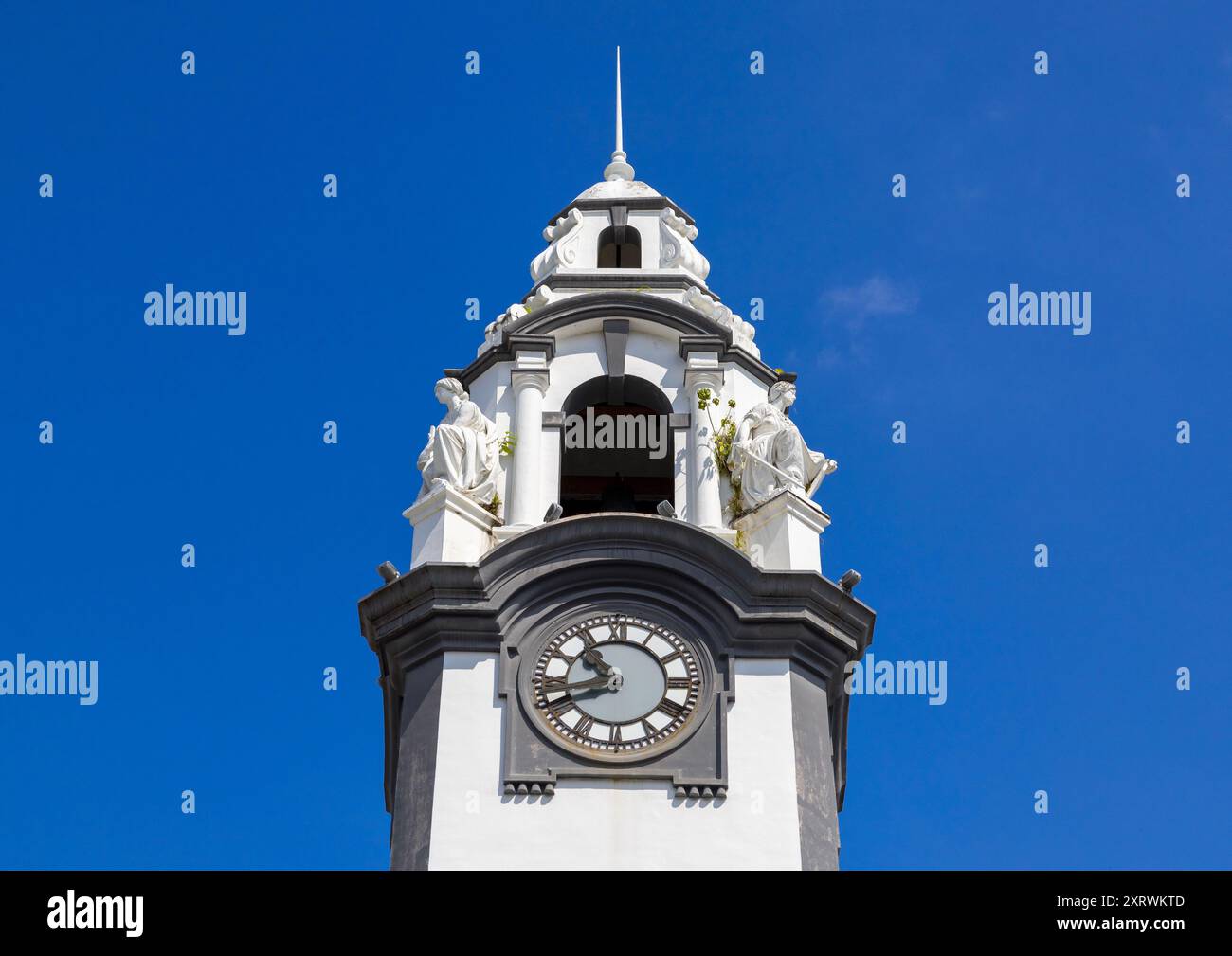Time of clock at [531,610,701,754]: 10:41
